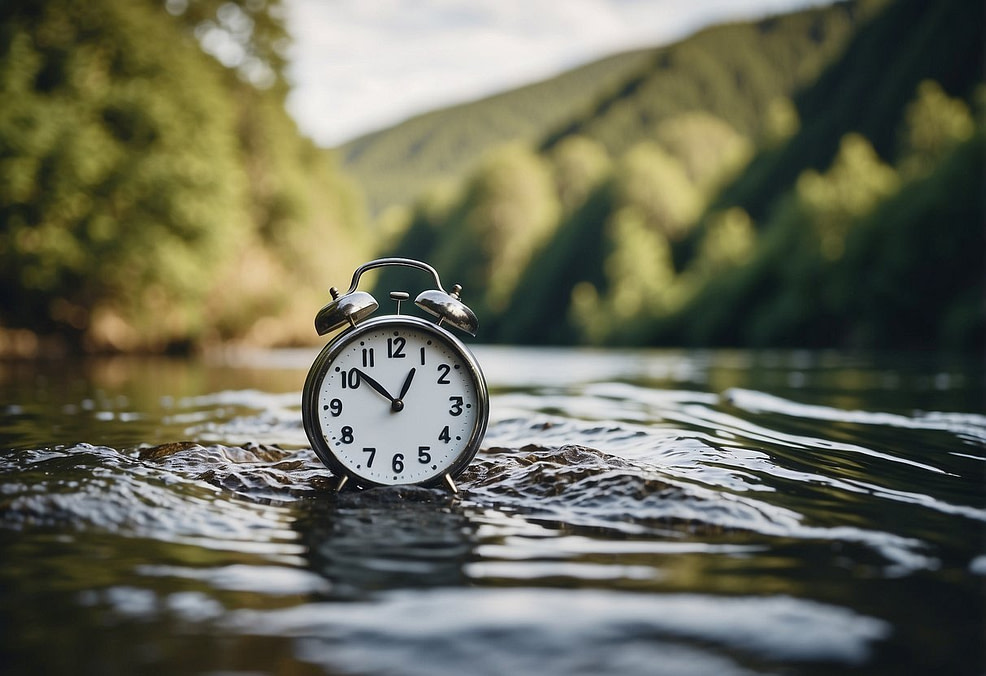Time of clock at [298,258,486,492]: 12:51
